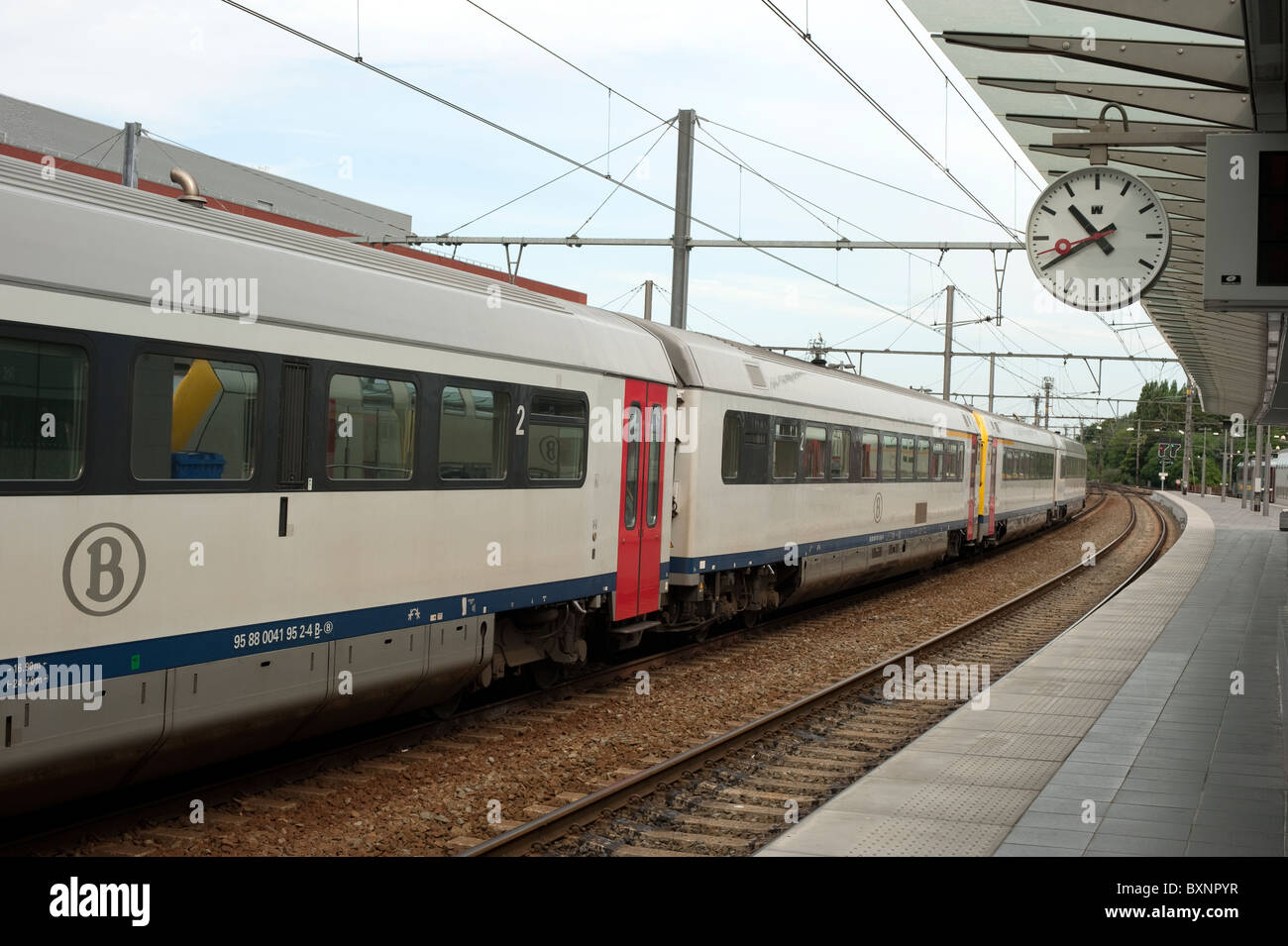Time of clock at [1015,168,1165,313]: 10:39
